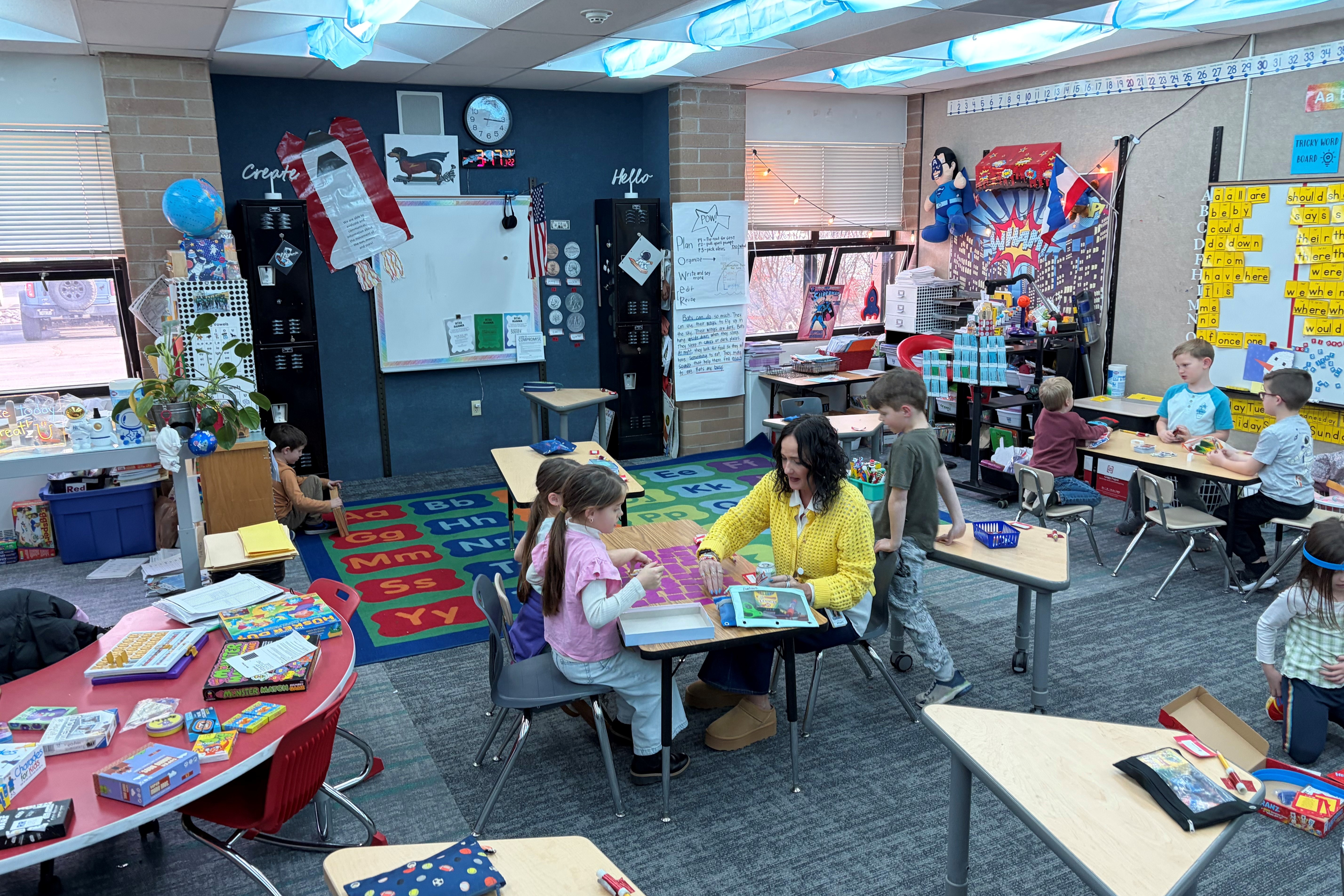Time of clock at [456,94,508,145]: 3:16
